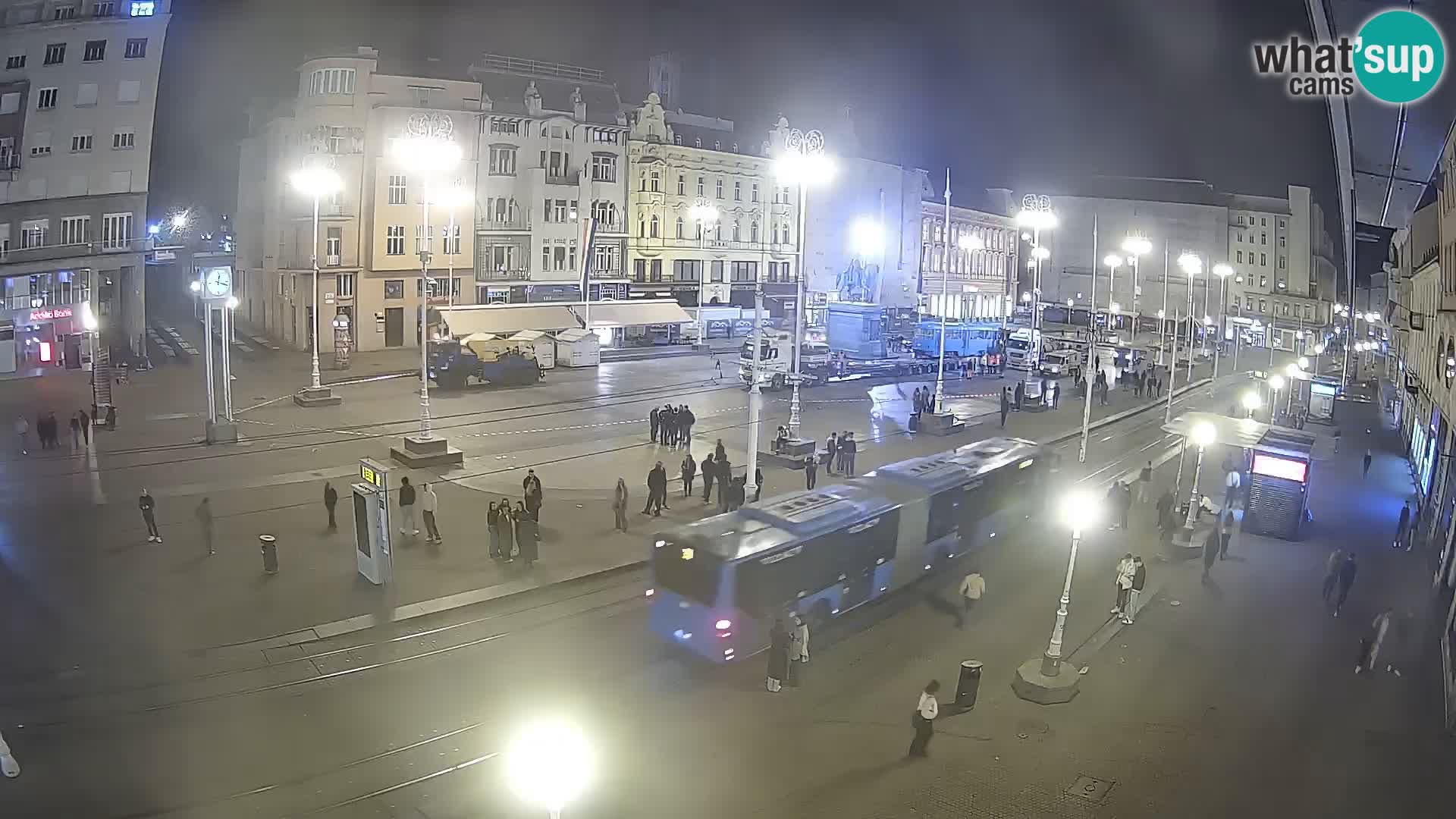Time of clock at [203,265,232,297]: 12:17
